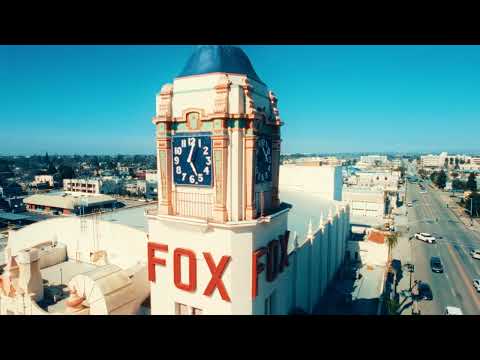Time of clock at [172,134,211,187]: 5:03
